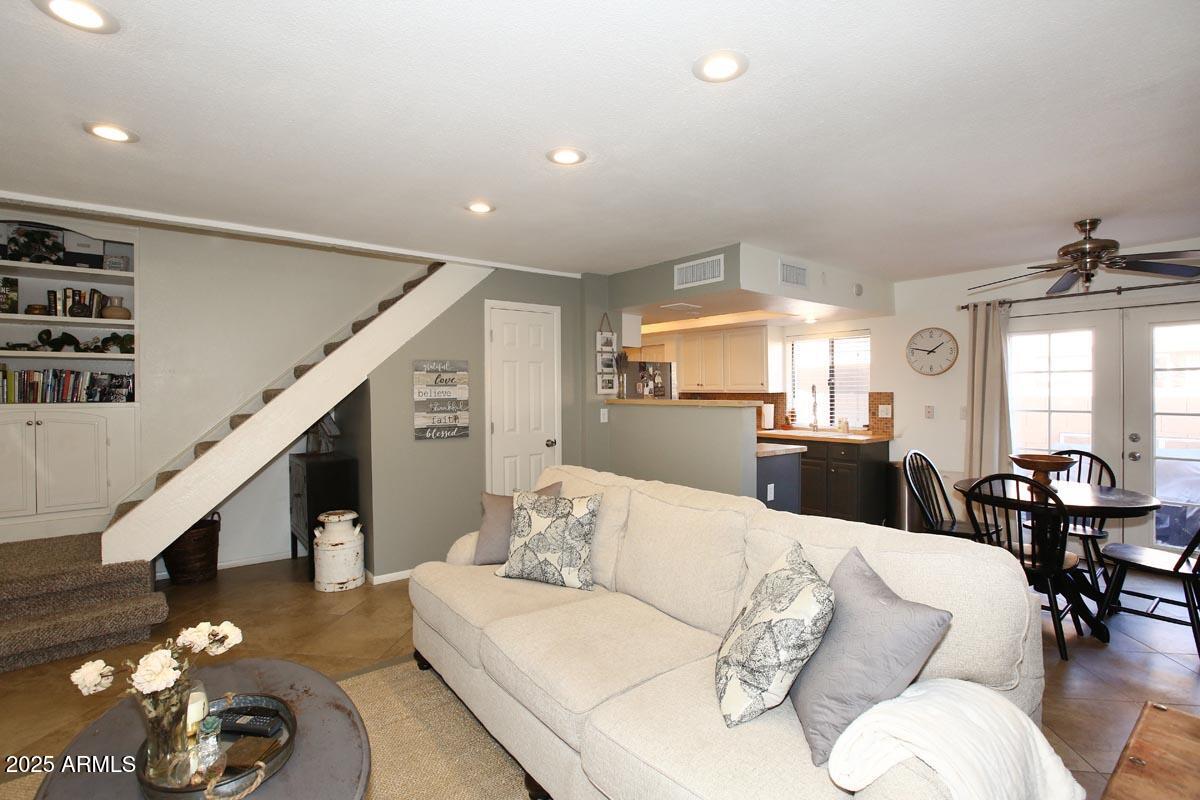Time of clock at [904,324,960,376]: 1:47
